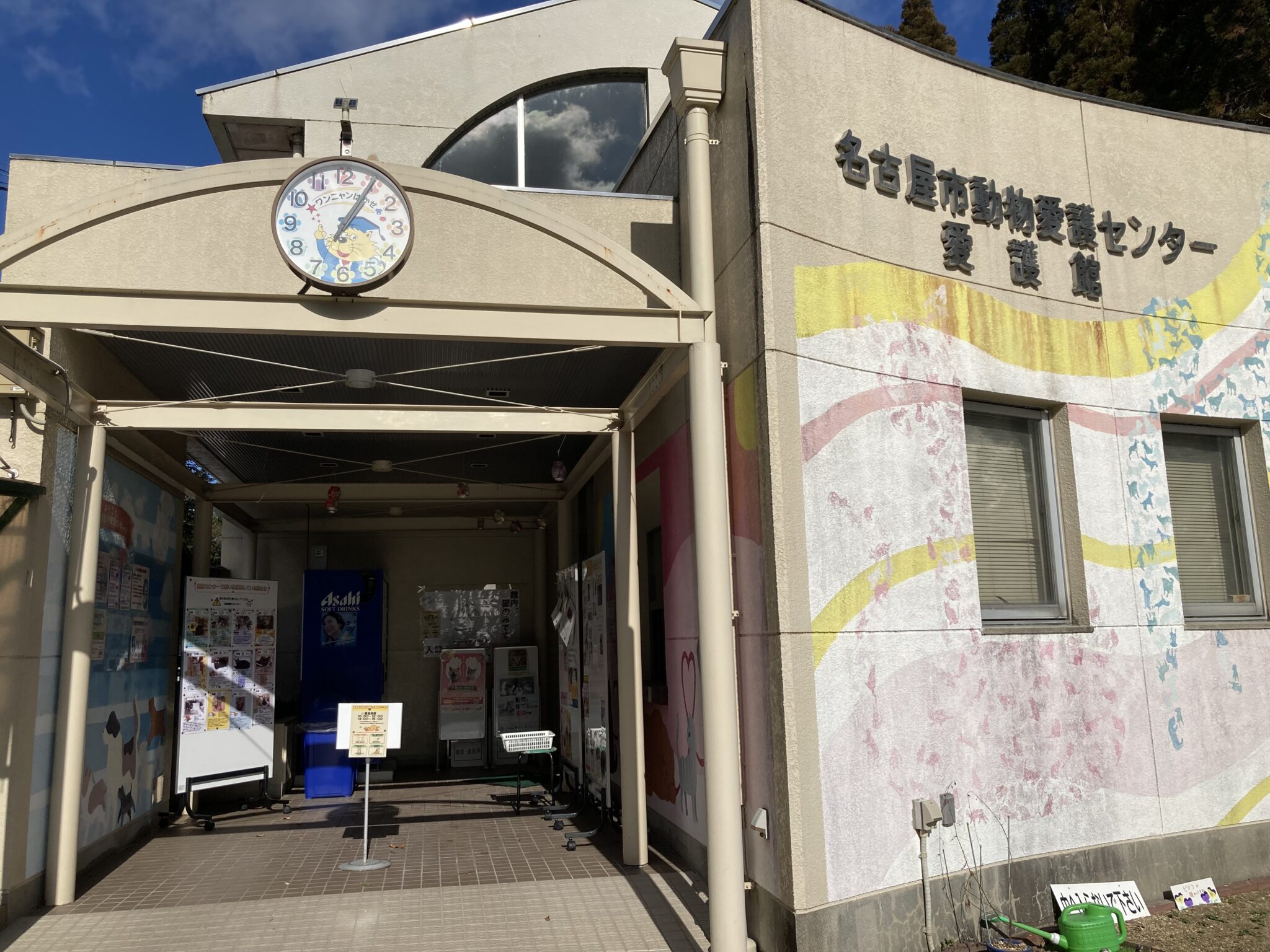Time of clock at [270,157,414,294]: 7:05
